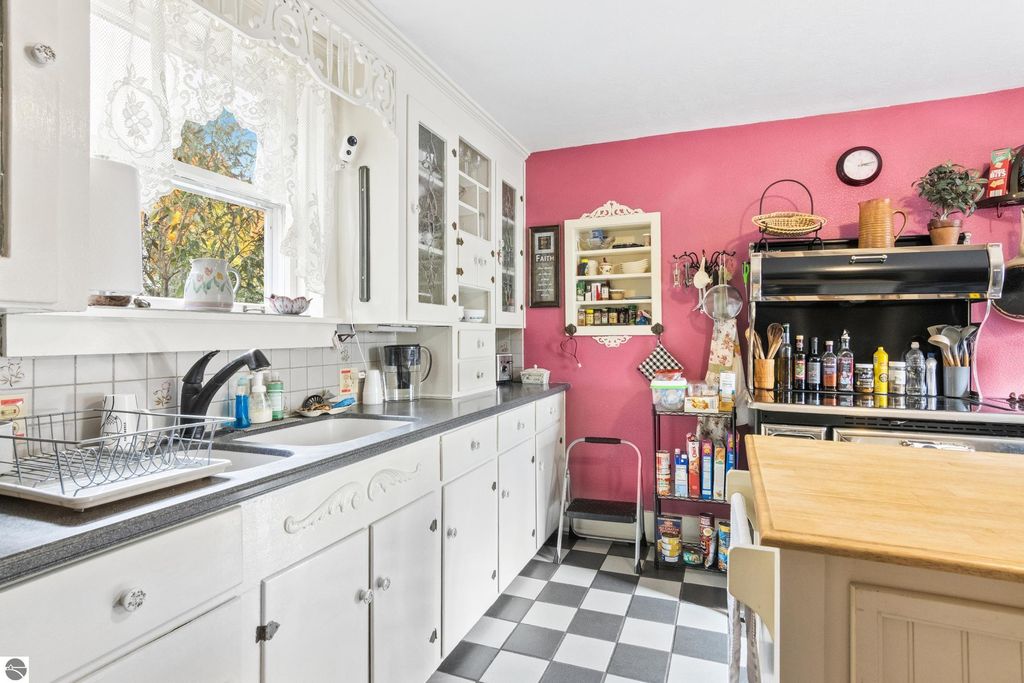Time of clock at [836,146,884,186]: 3:13
